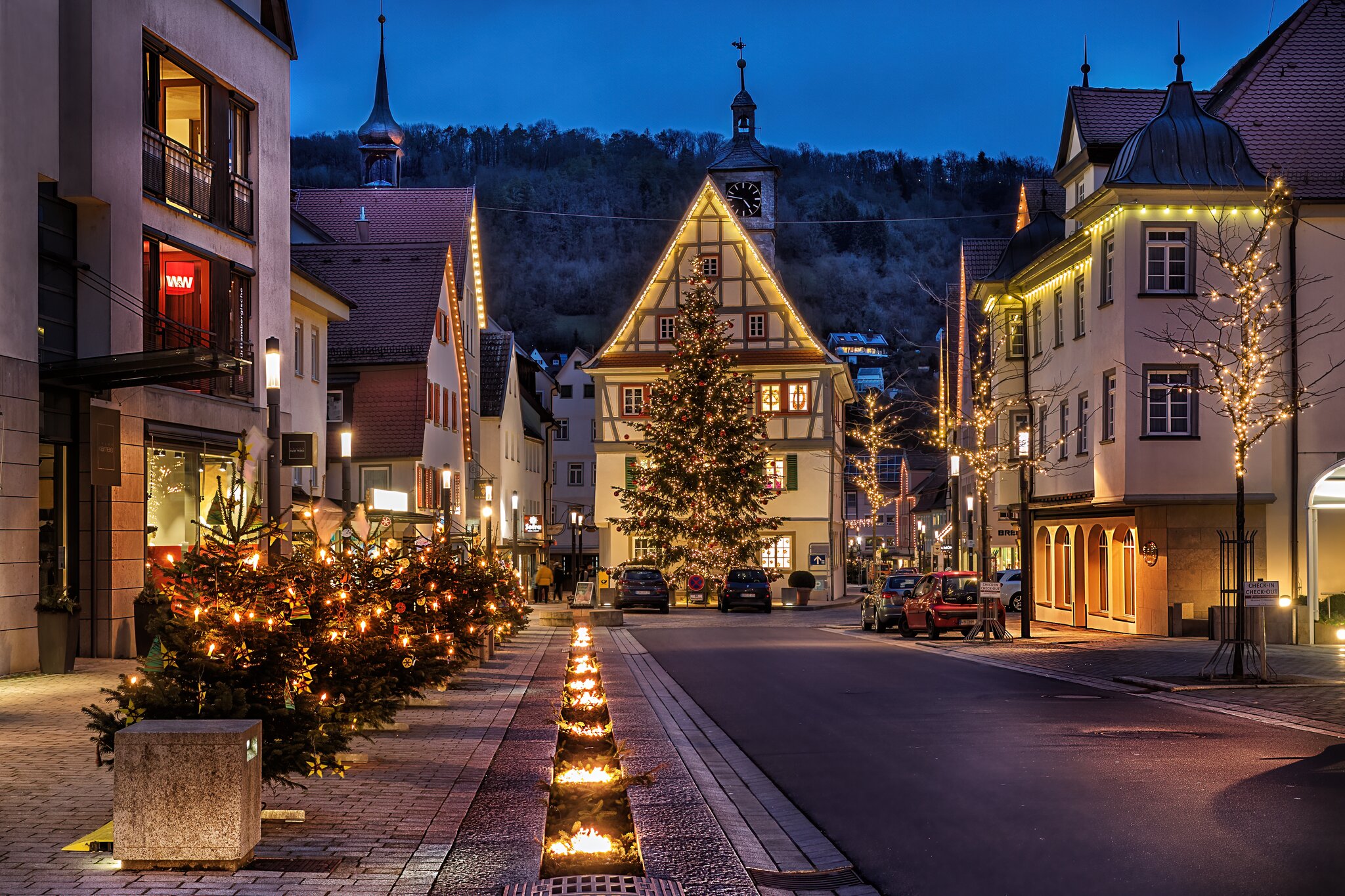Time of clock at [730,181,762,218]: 4:46
